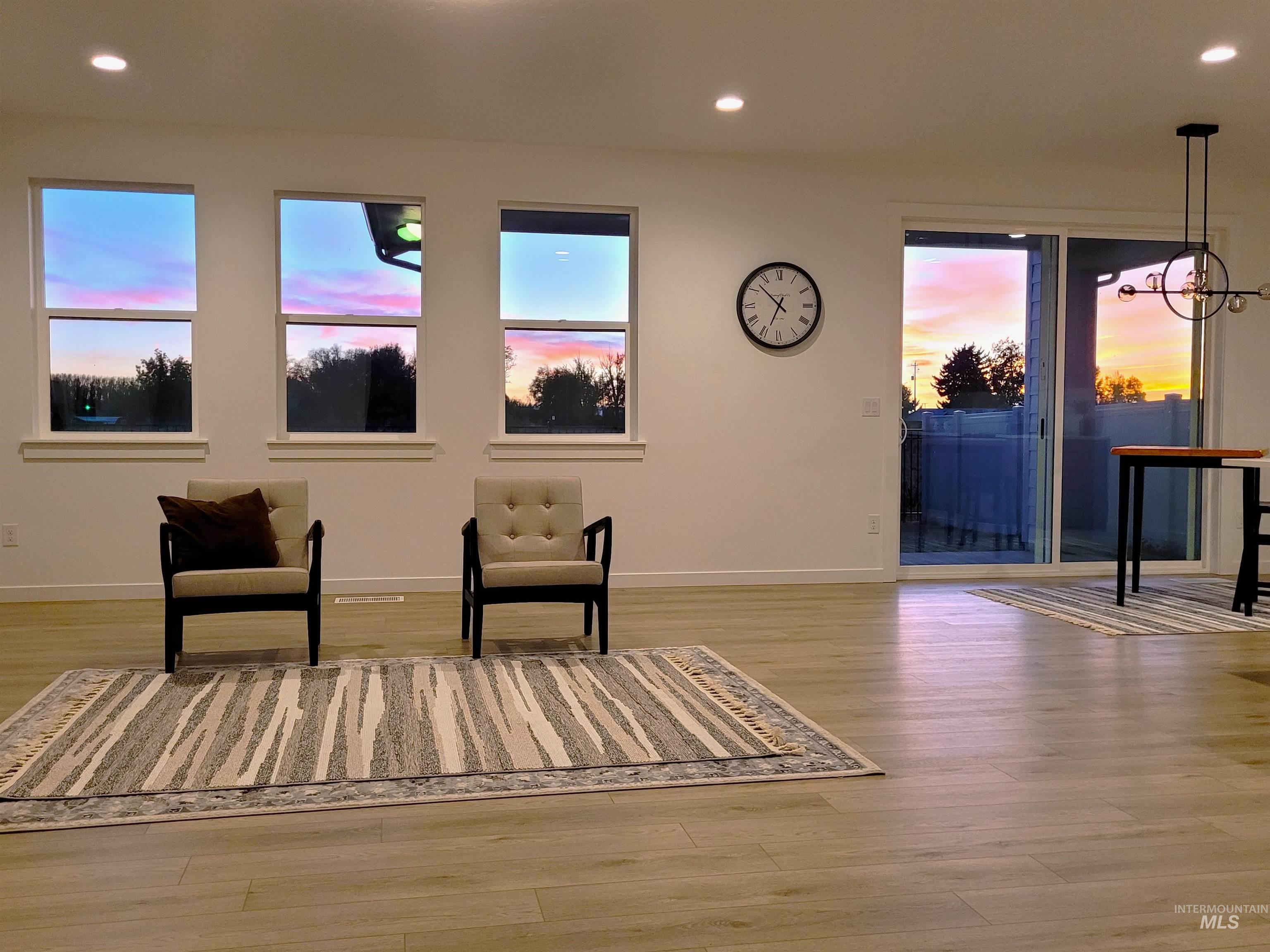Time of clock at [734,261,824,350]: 6:52
